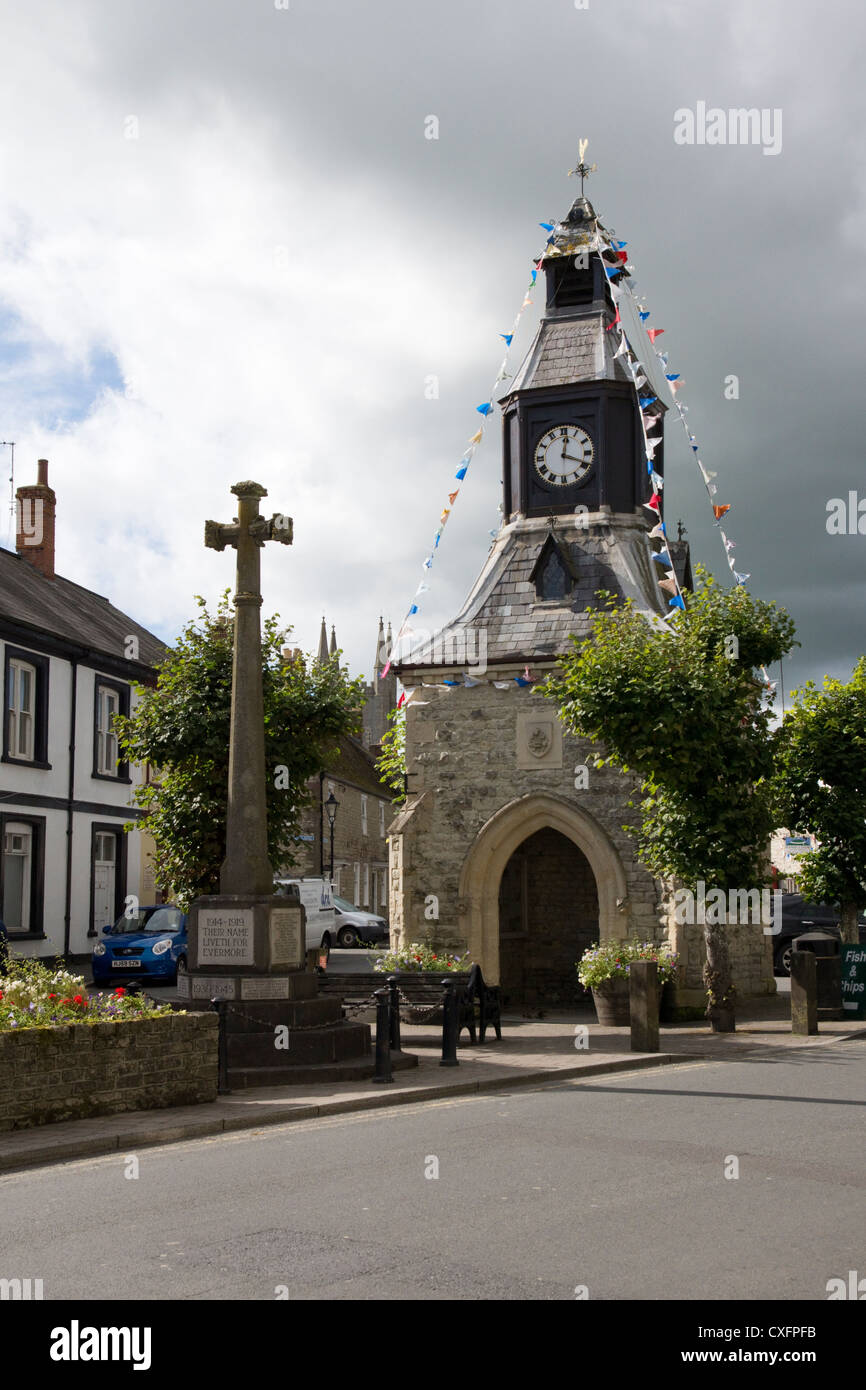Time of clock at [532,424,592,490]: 12:18
